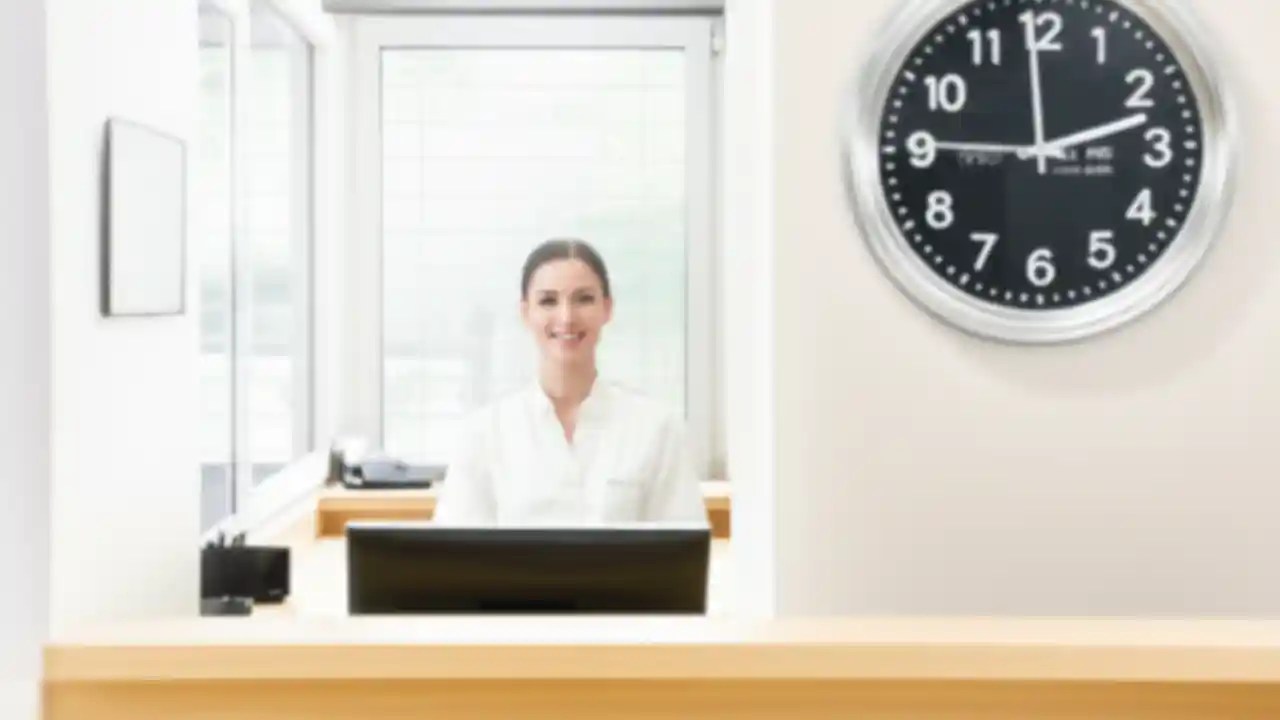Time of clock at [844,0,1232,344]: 9:12
